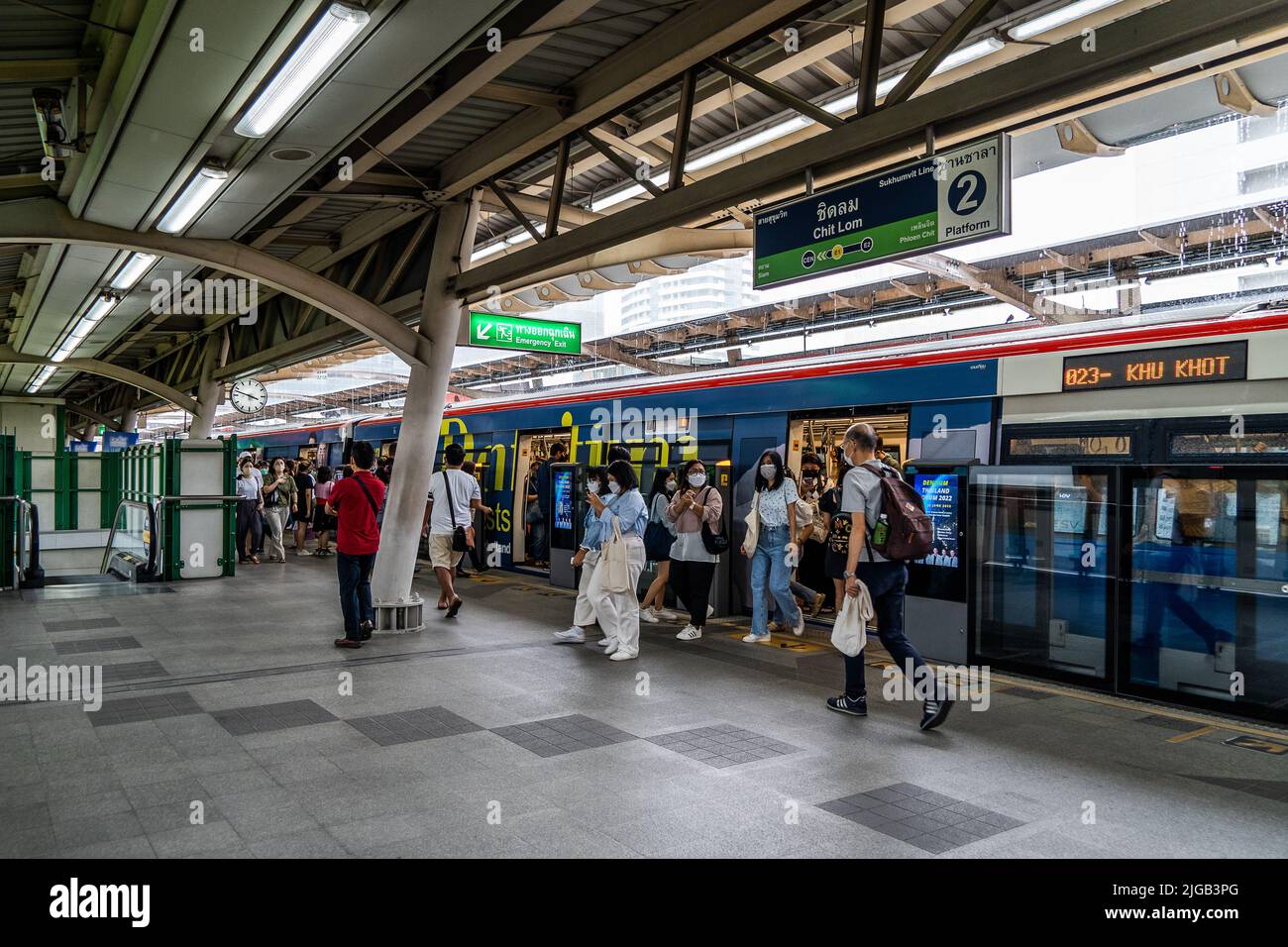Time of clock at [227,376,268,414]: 3:48
